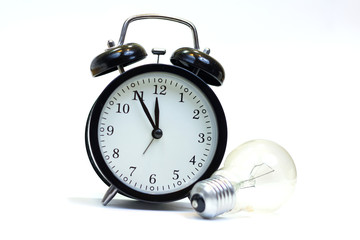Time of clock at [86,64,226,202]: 11:54
